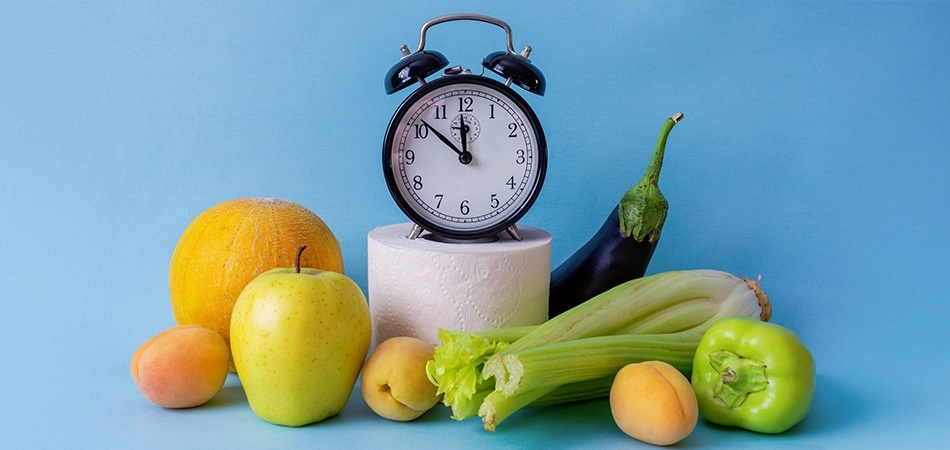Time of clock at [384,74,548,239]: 11:51
